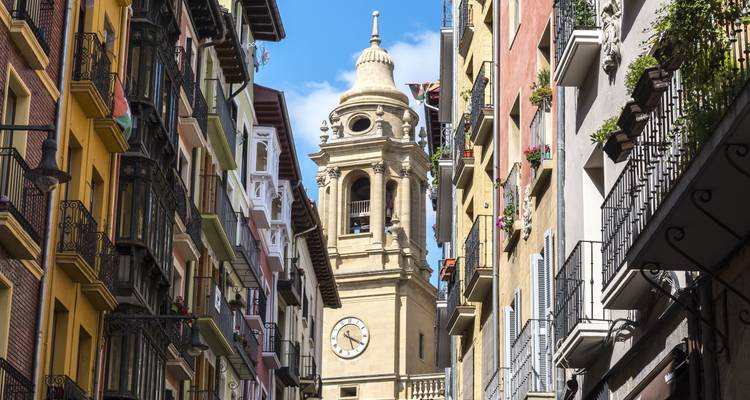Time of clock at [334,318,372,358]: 5:19
